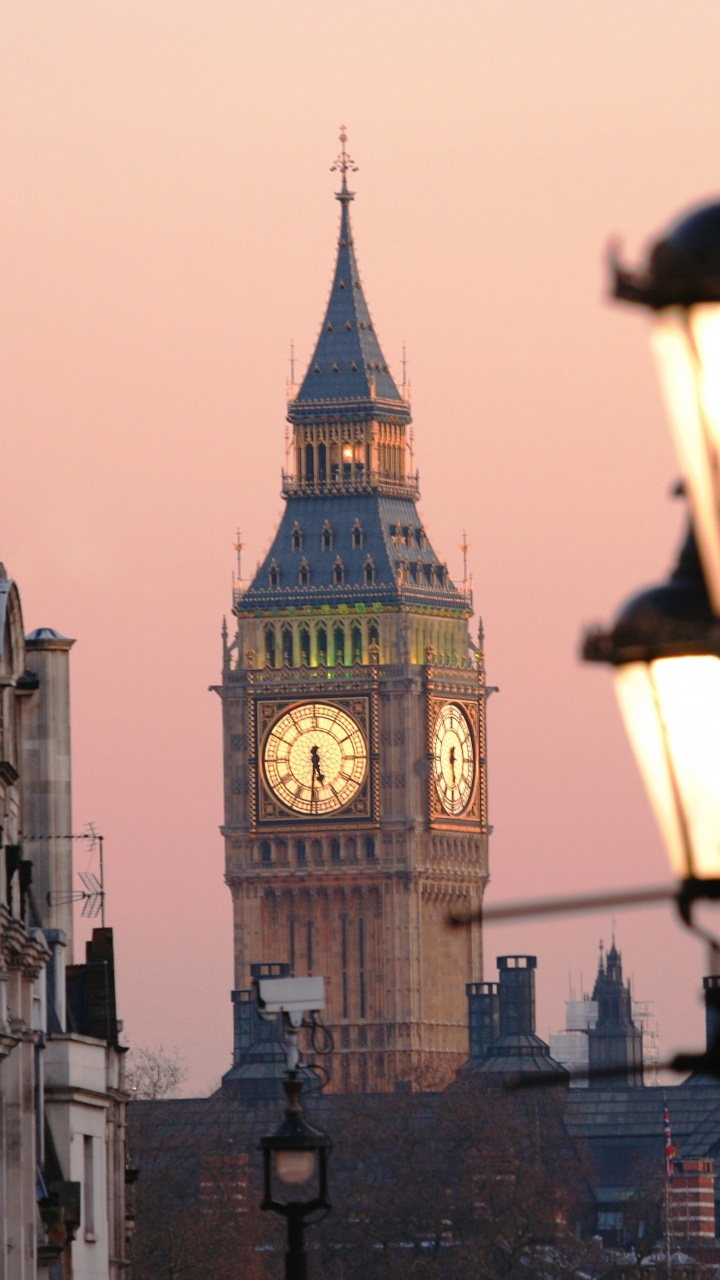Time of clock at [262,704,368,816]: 5:31
